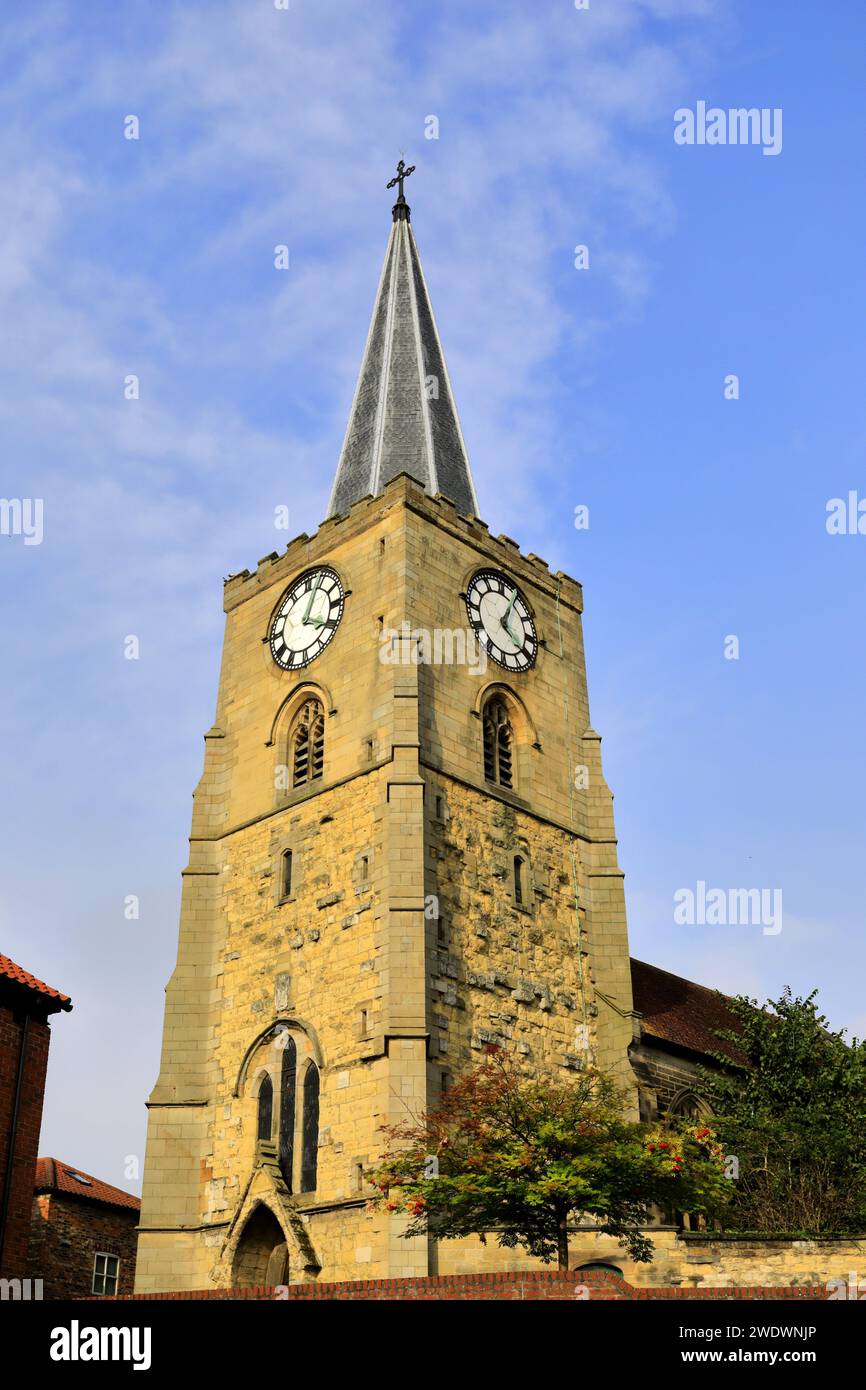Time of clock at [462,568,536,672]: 4:04
